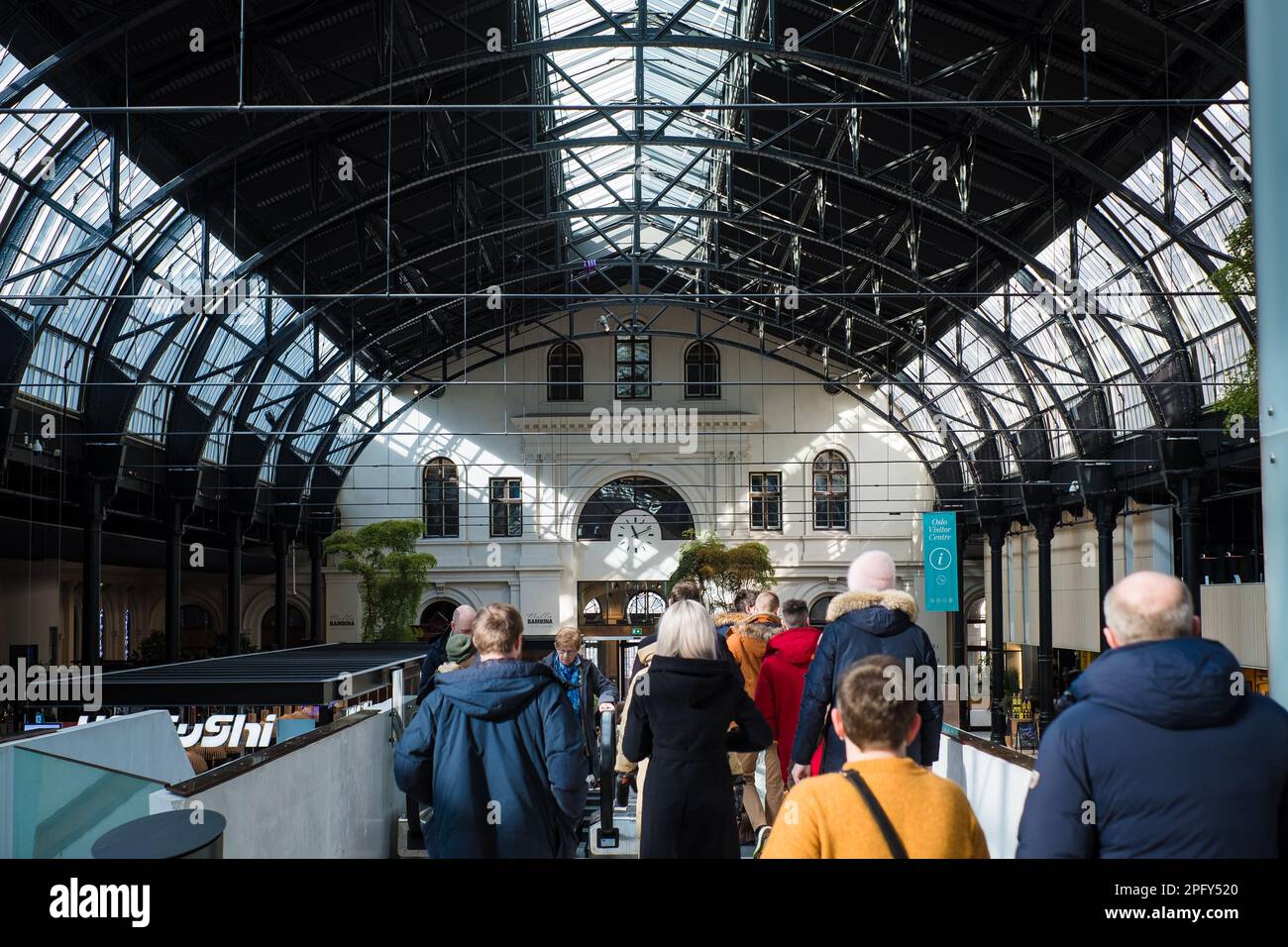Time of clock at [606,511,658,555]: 11:11
